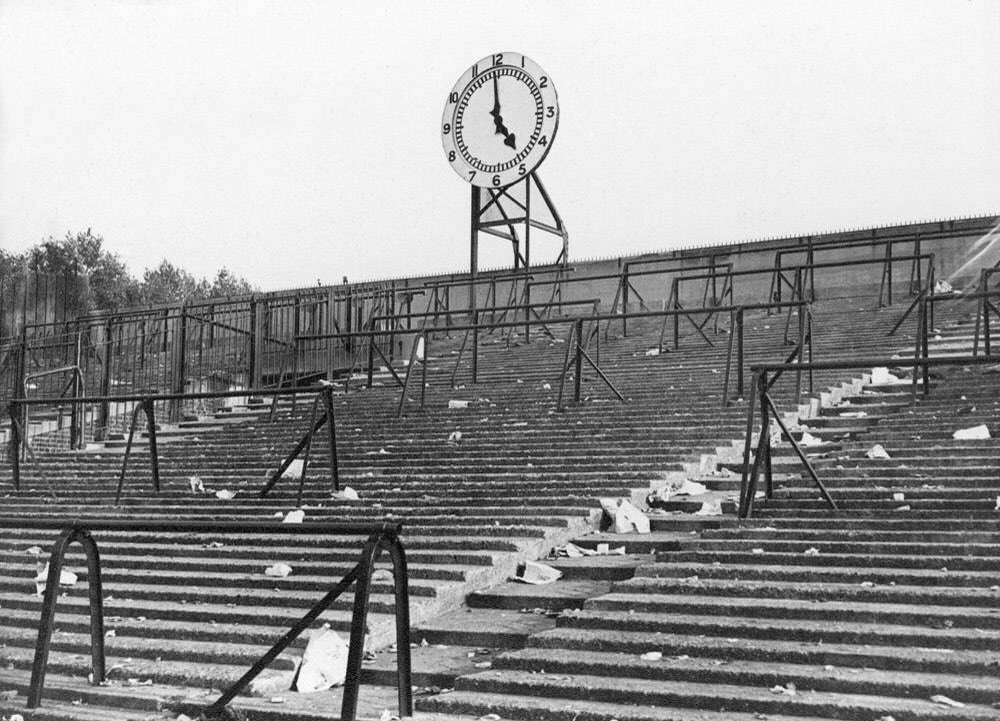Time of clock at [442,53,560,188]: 4:59
